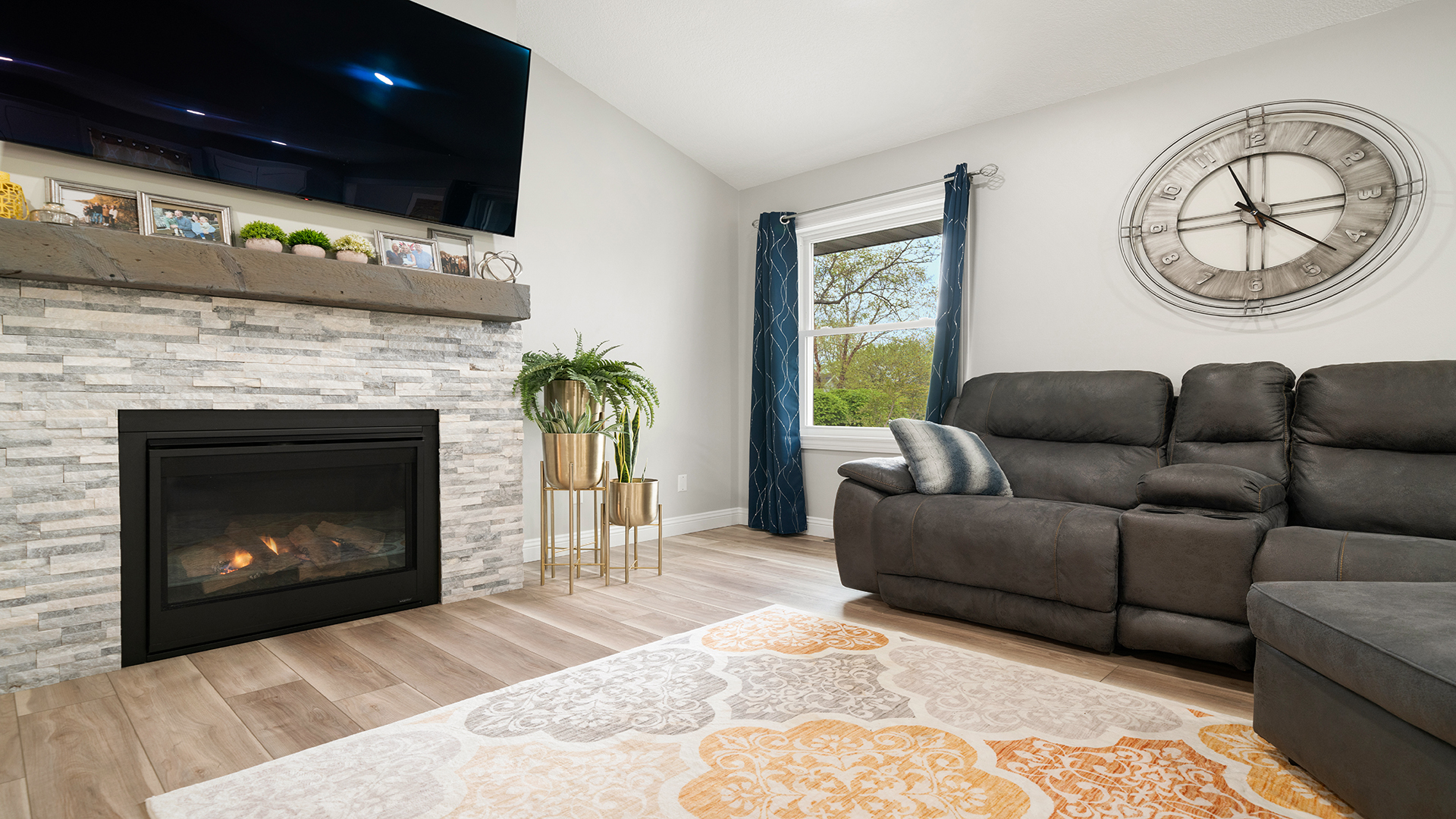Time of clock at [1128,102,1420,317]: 11:21
